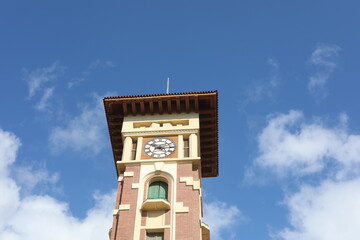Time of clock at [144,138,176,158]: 10:14
